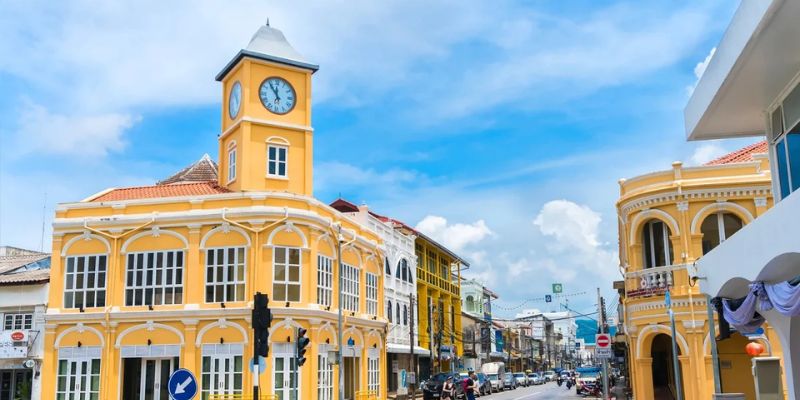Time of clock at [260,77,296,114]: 11:54
